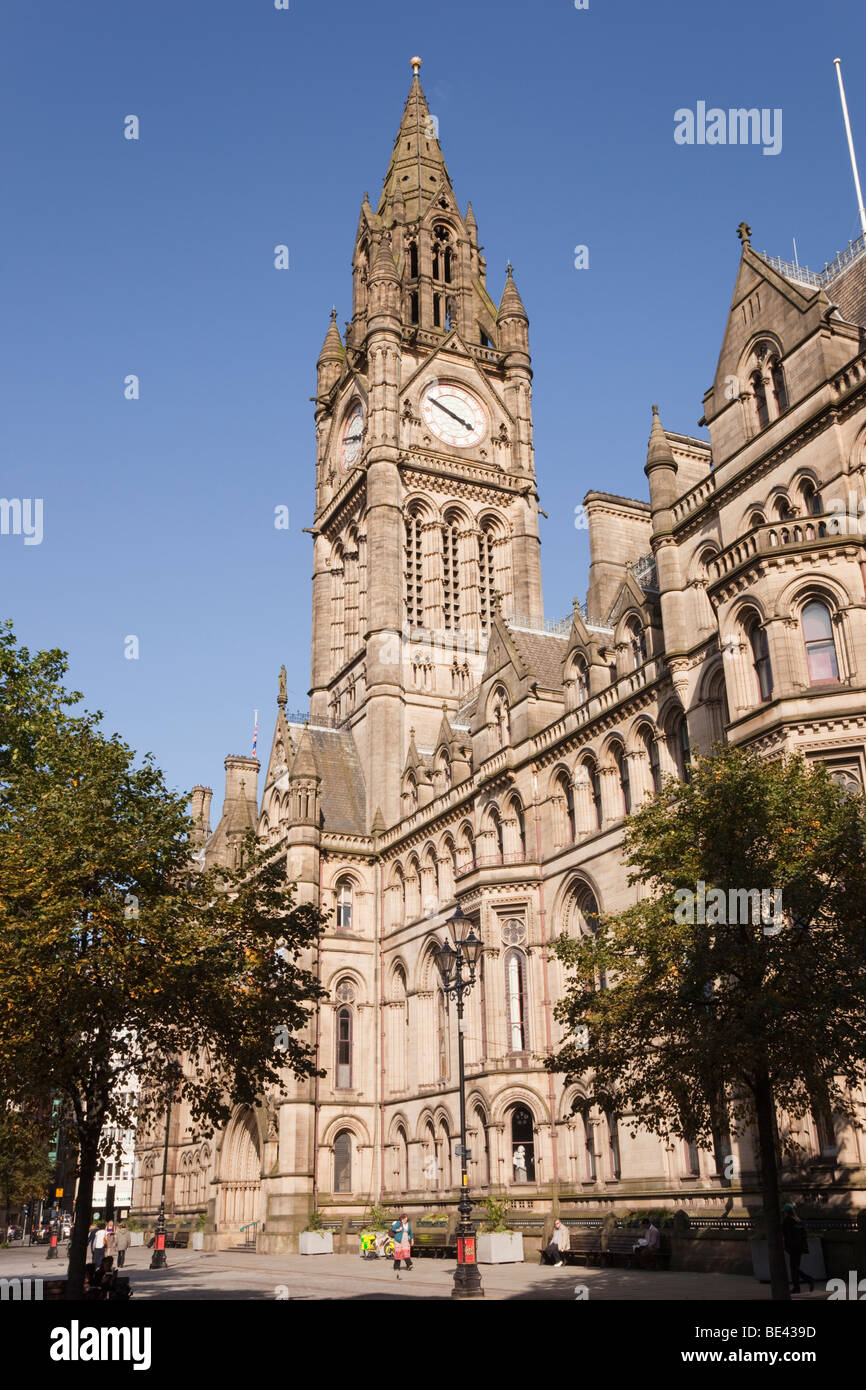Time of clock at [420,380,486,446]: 3:50
